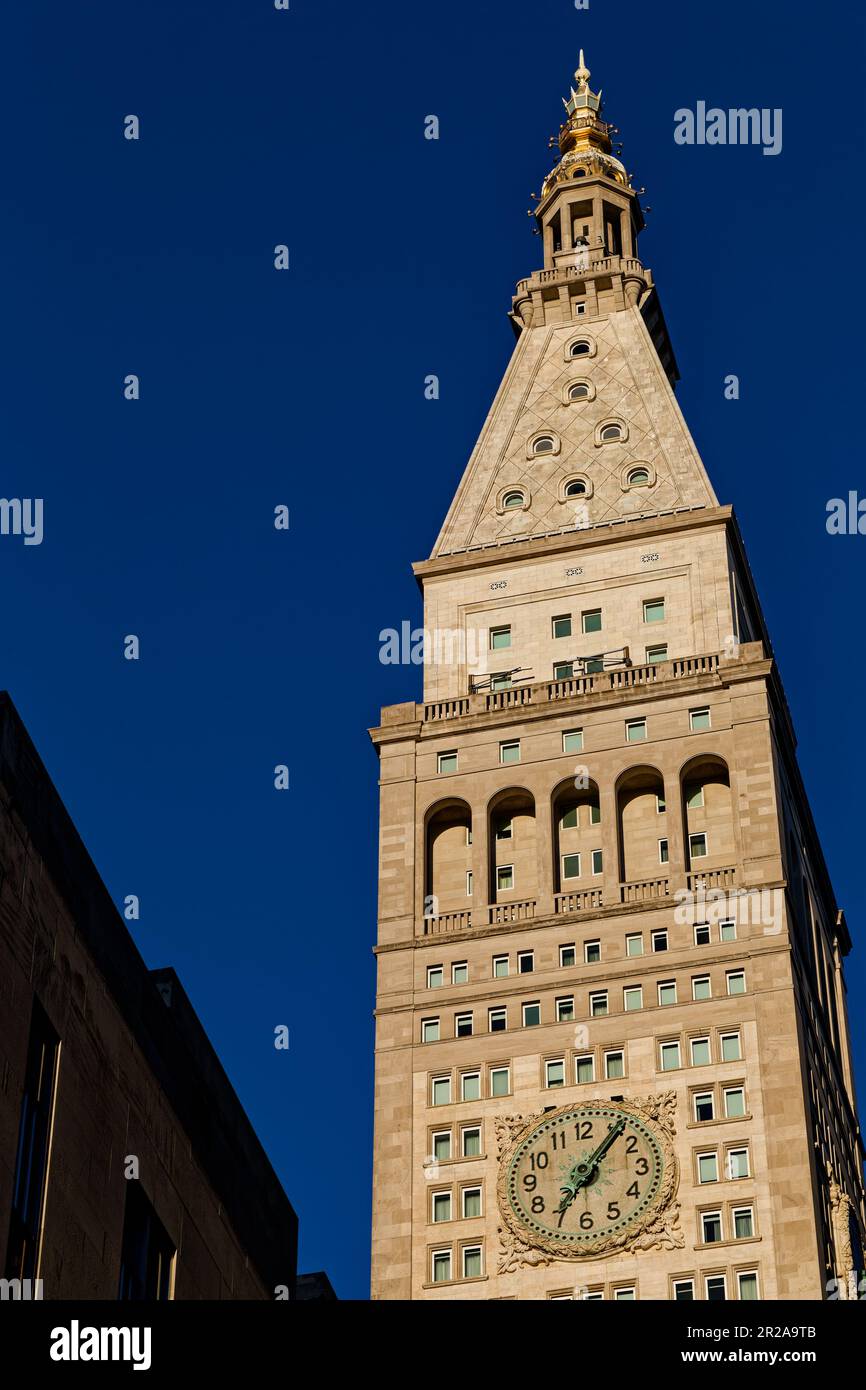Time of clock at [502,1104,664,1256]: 7:06
